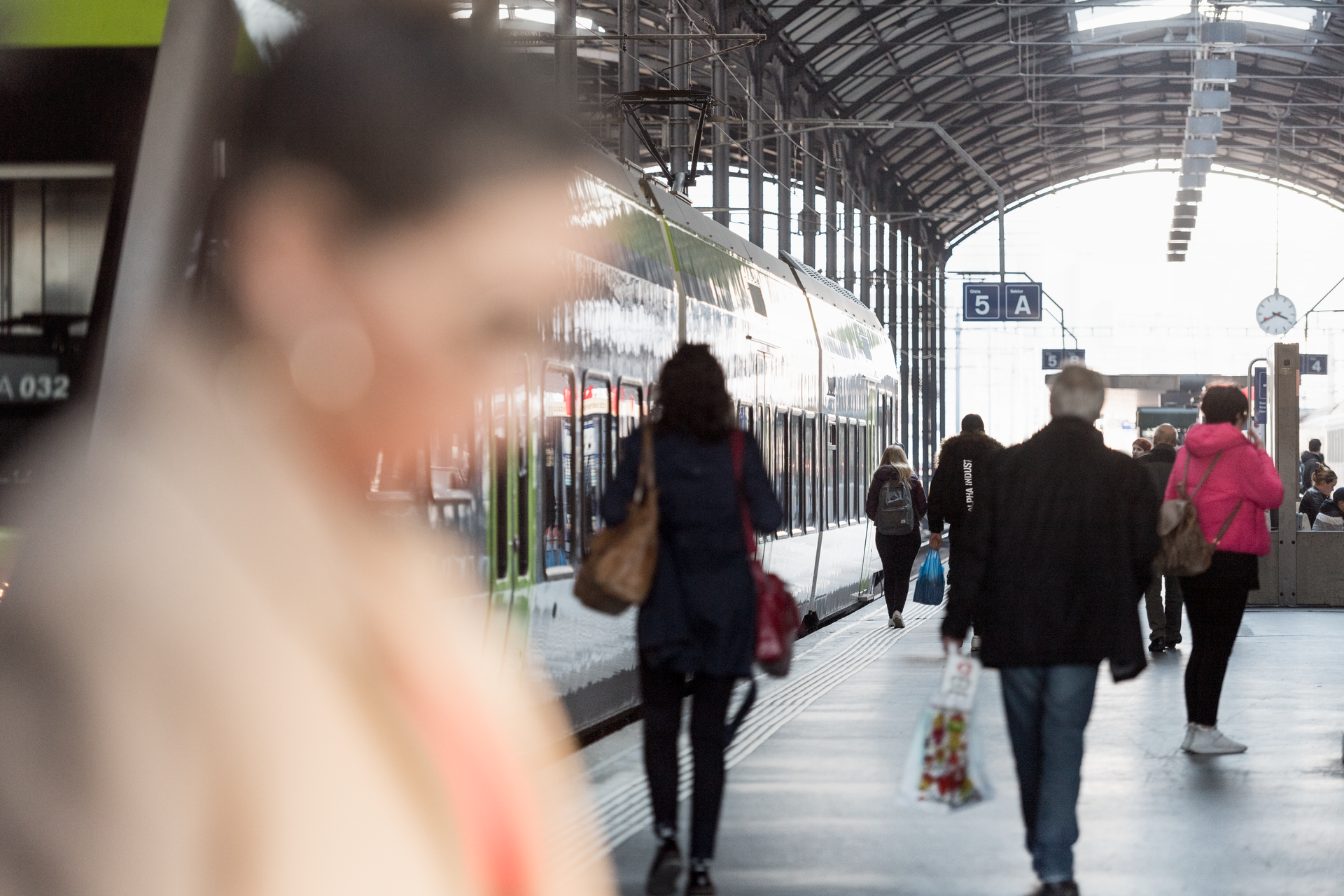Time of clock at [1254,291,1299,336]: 3:40
